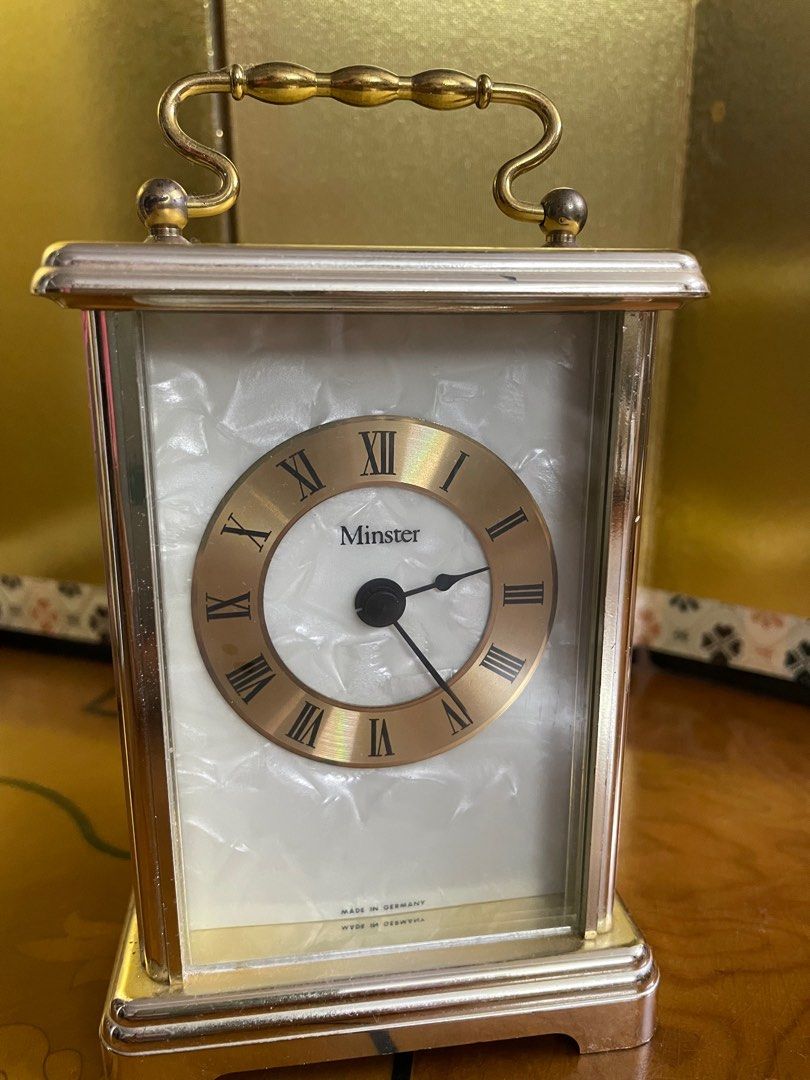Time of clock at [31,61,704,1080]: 2:23
